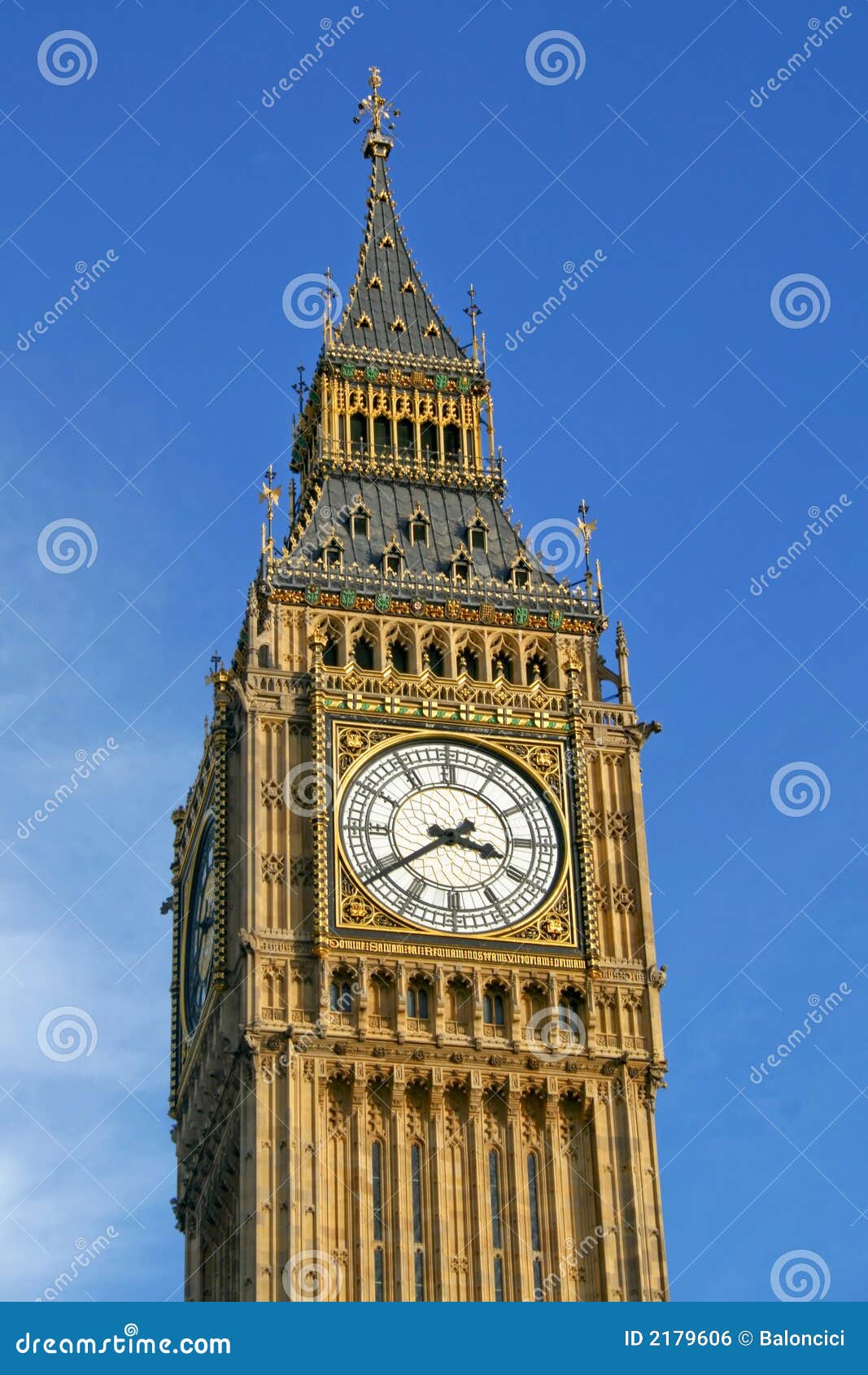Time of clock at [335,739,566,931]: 3:39
